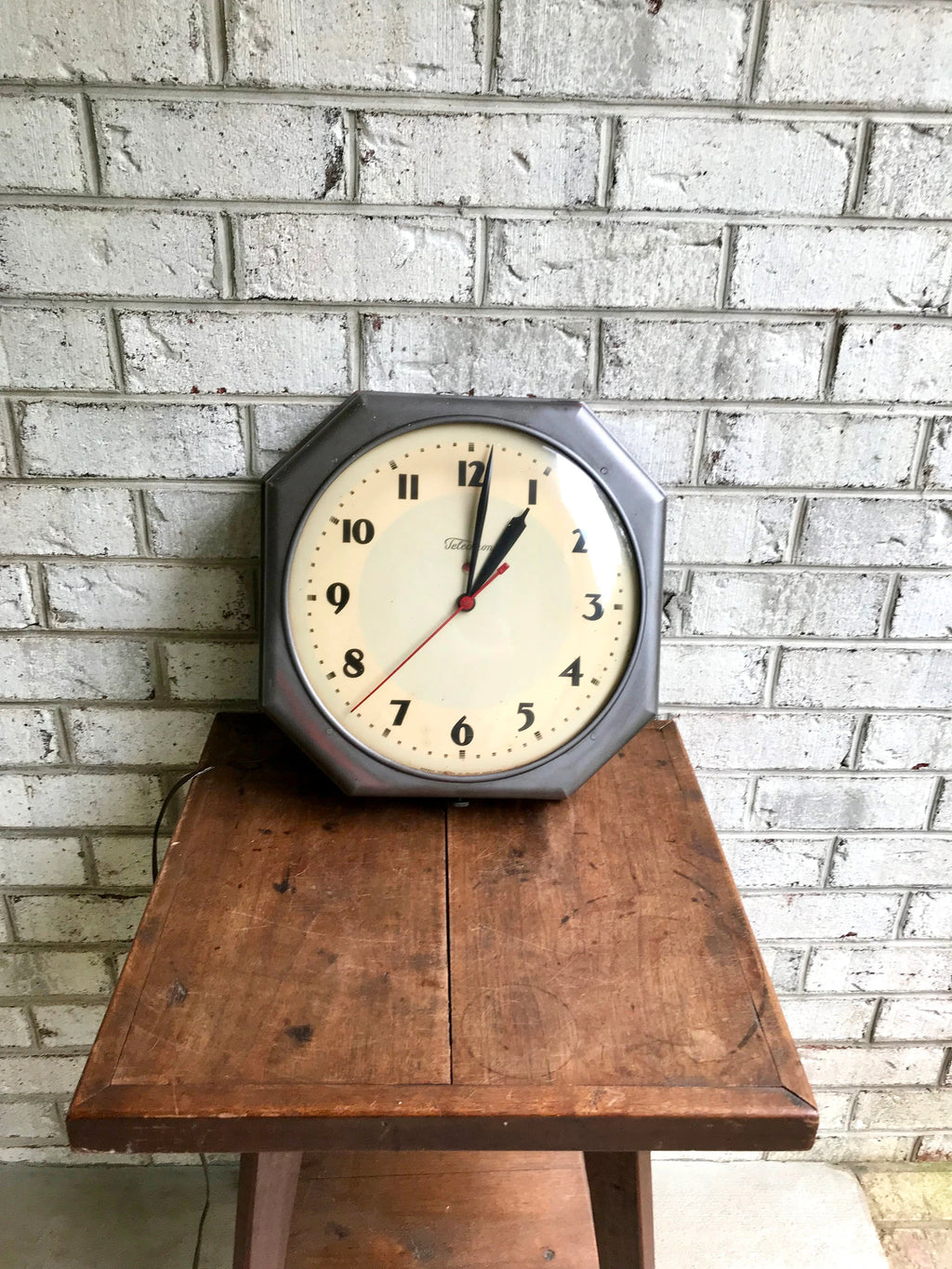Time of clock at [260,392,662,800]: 1:01
